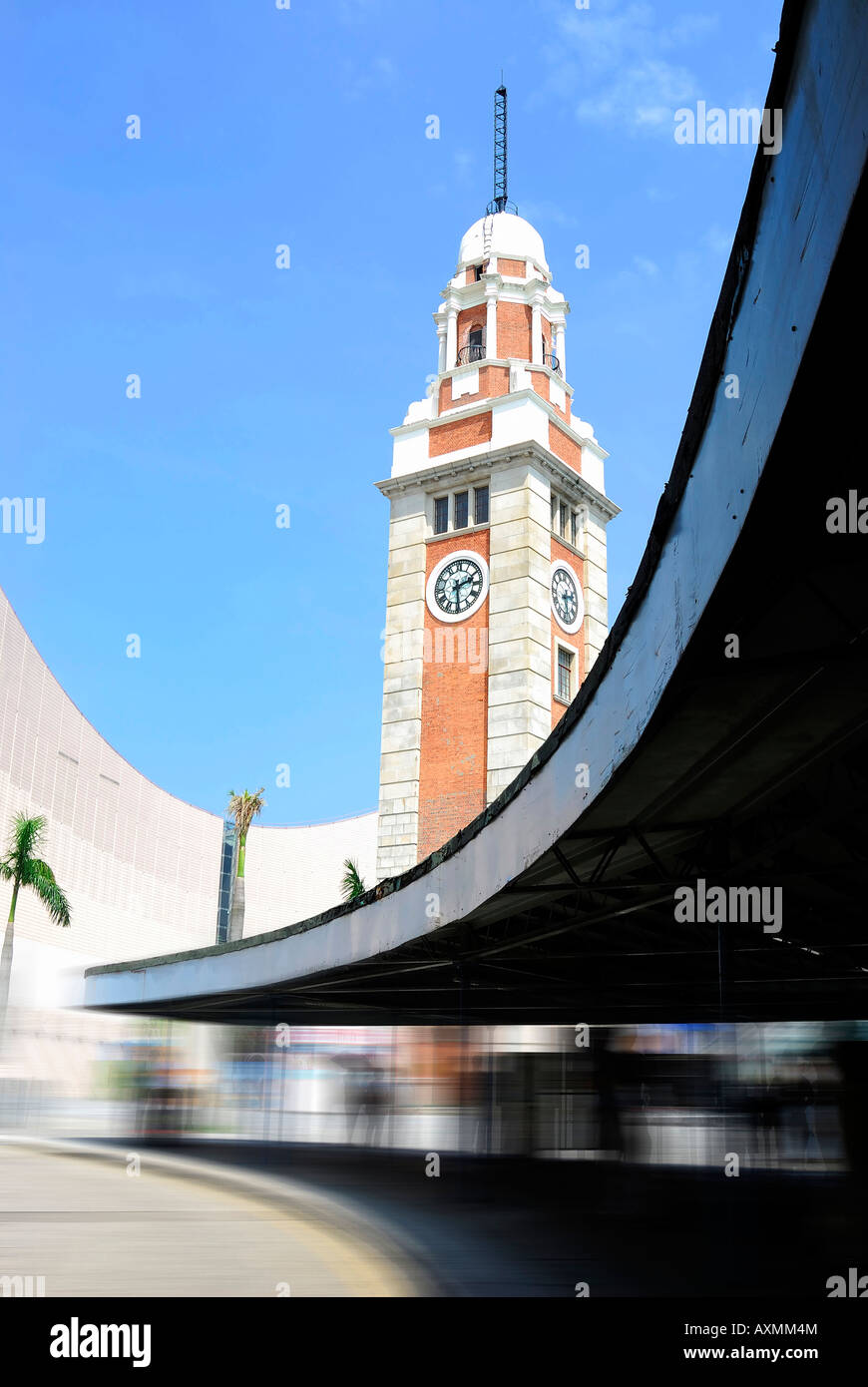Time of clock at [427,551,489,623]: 2:29
